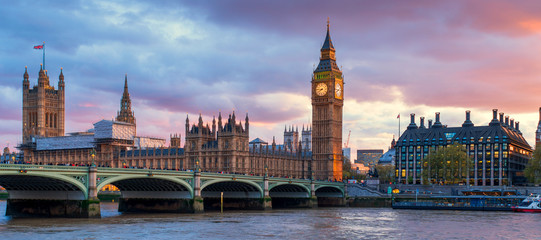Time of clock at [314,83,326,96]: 7:46
